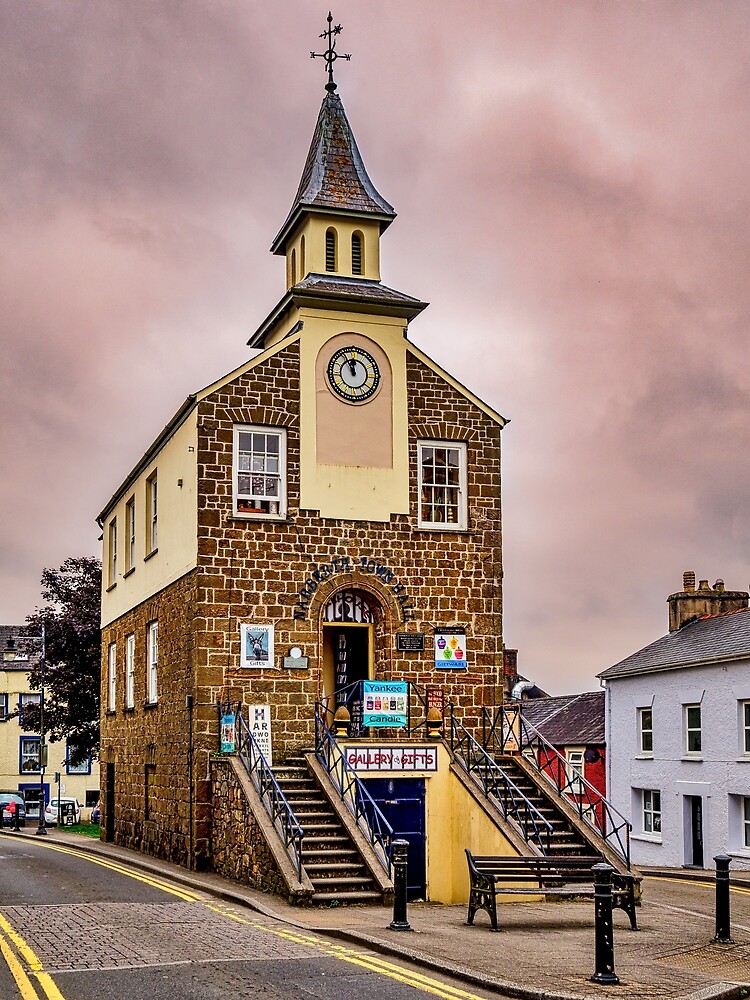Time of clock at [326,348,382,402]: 11:55
